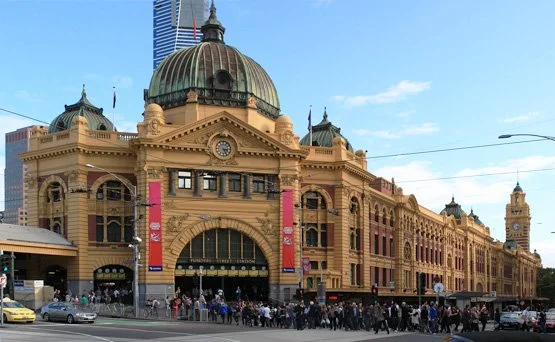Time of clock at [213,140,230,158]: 3:26
